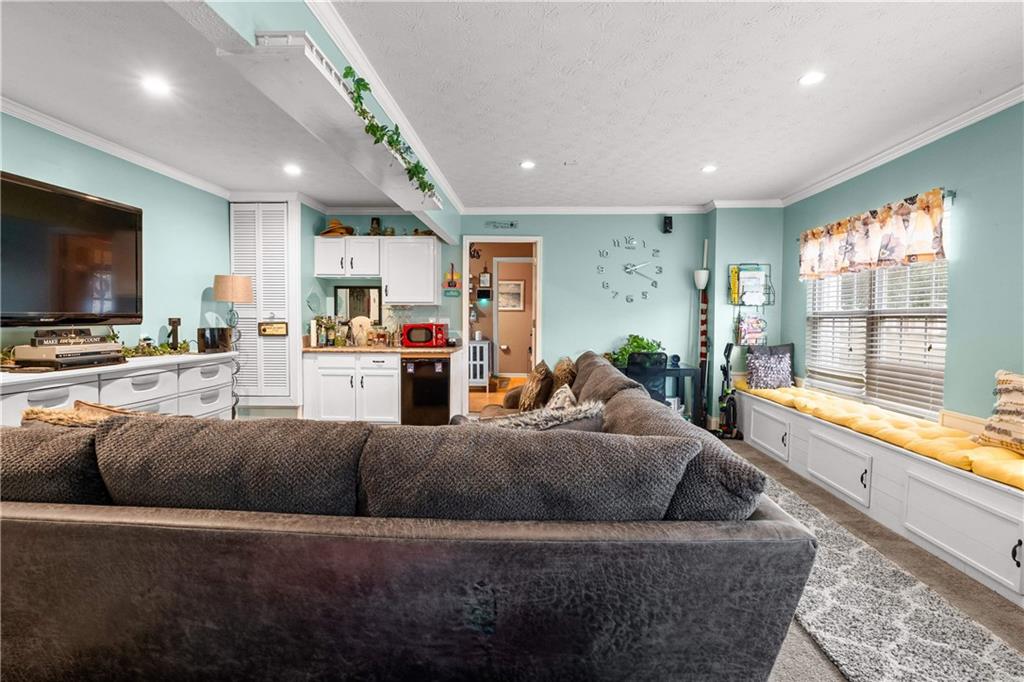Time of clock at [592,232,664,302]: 2:18
